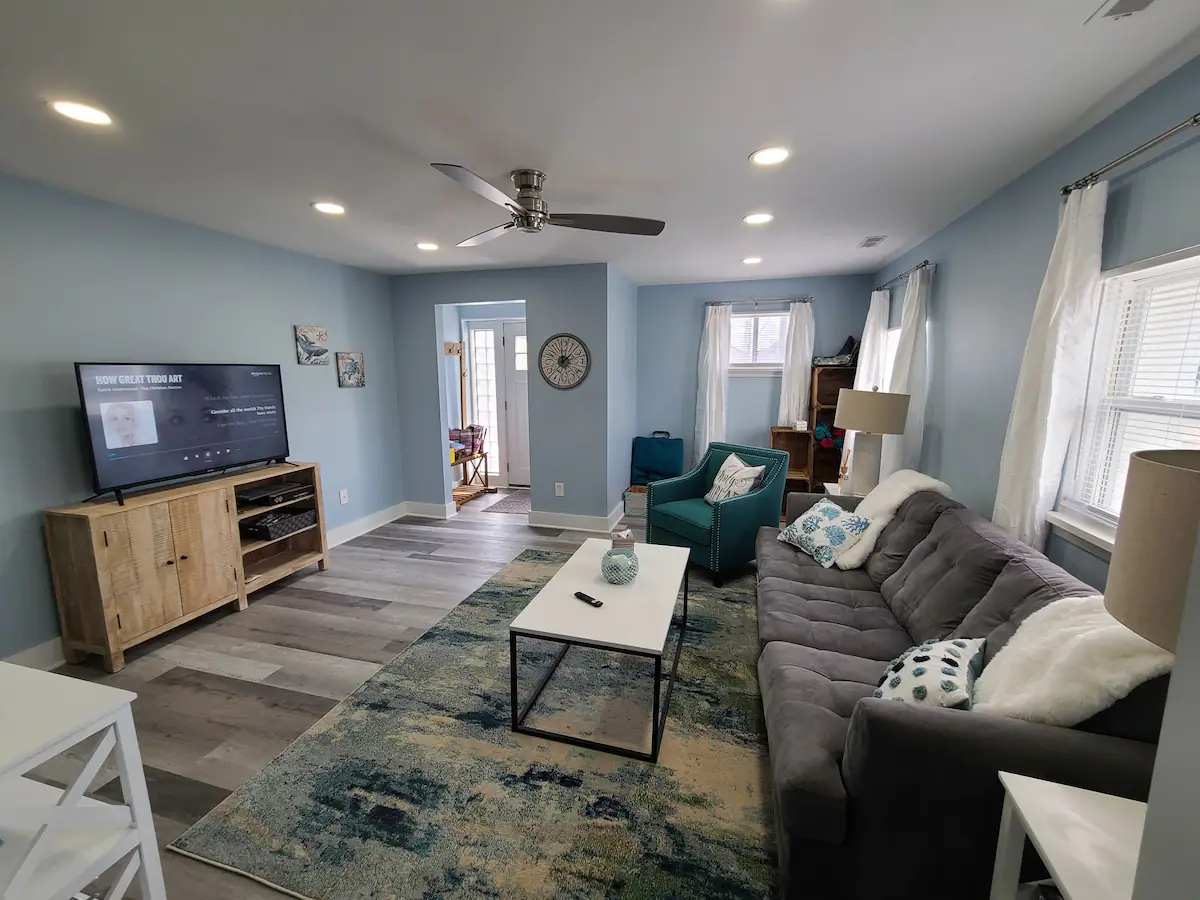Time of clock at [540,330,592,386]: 12:07
